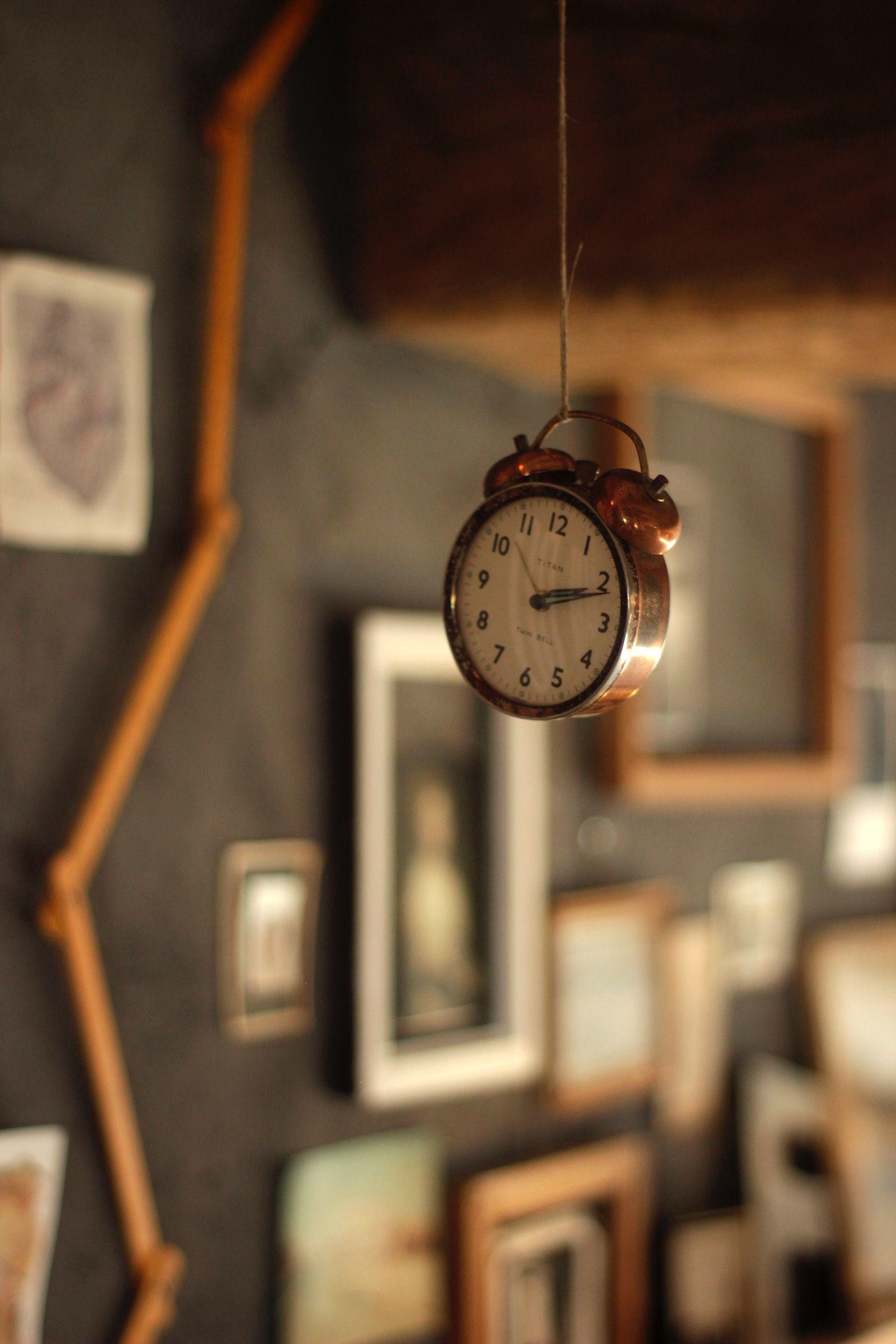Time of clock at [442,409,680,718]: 2:11
